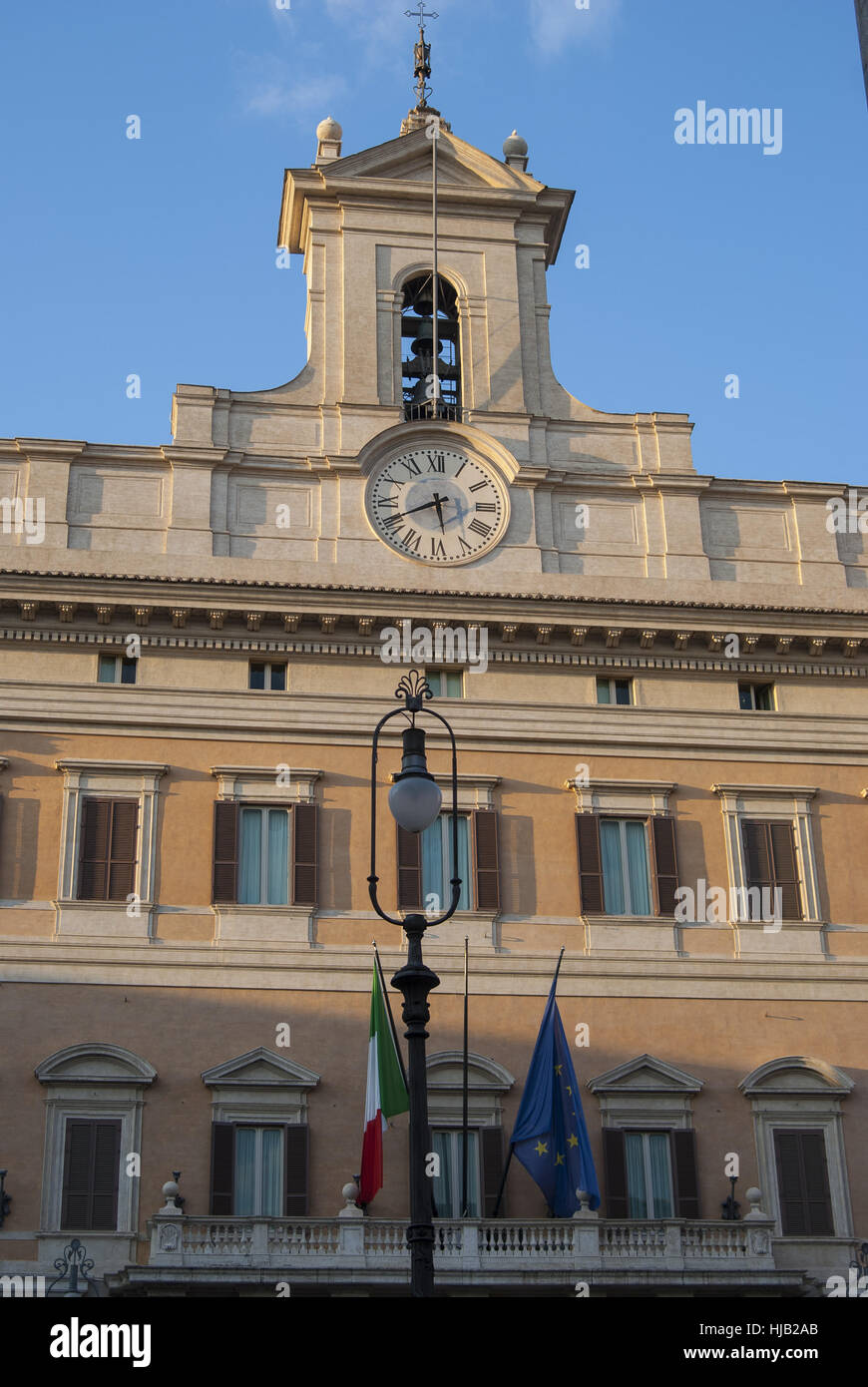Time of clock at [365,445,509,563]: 5:40
